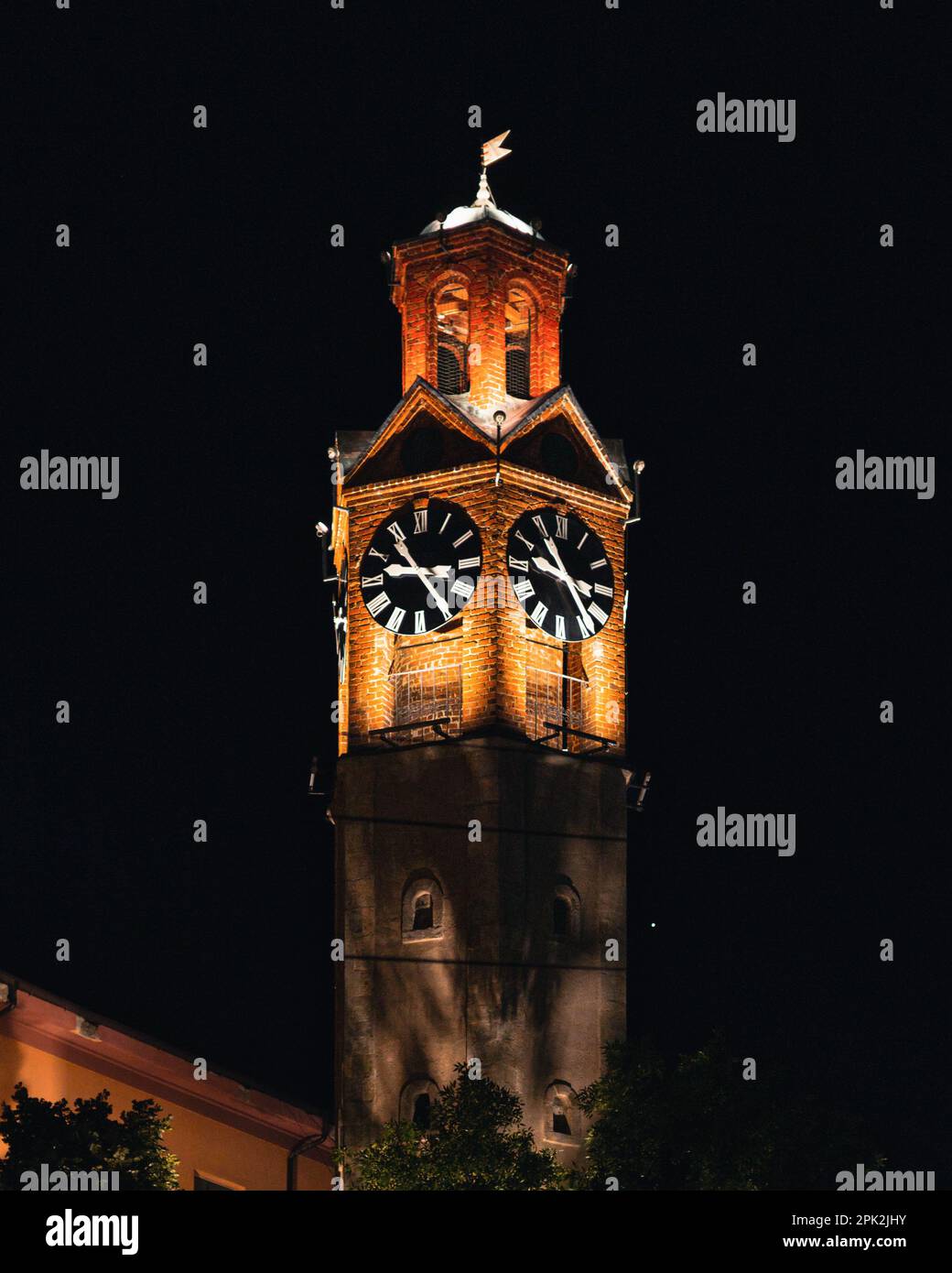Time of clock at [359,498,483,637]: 9:23
